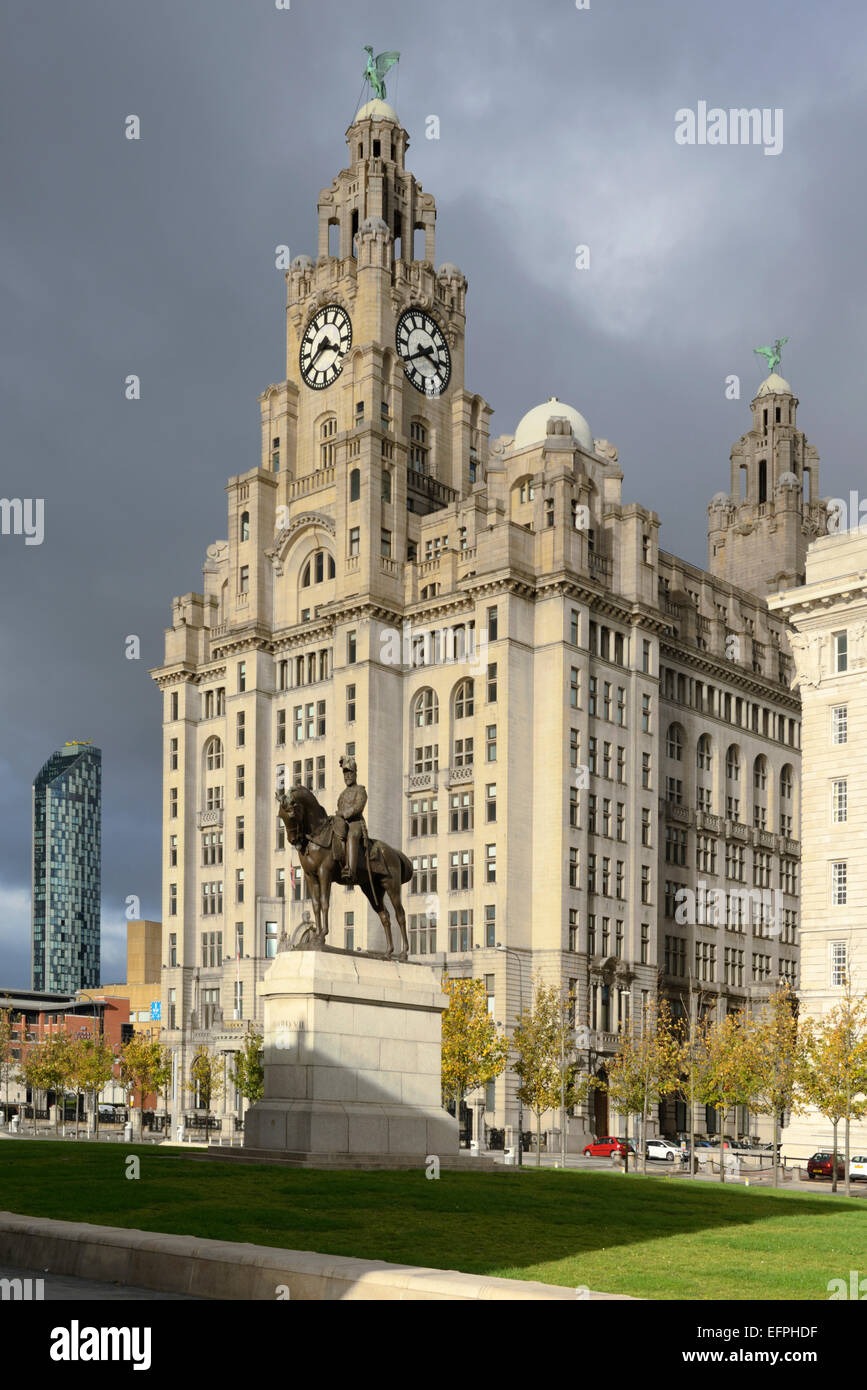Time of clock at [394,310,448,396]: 3:40
